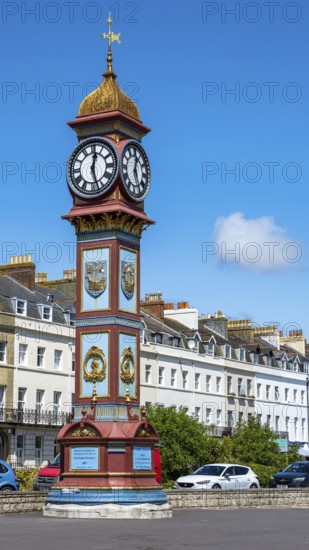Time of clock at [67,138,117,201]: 12:27
